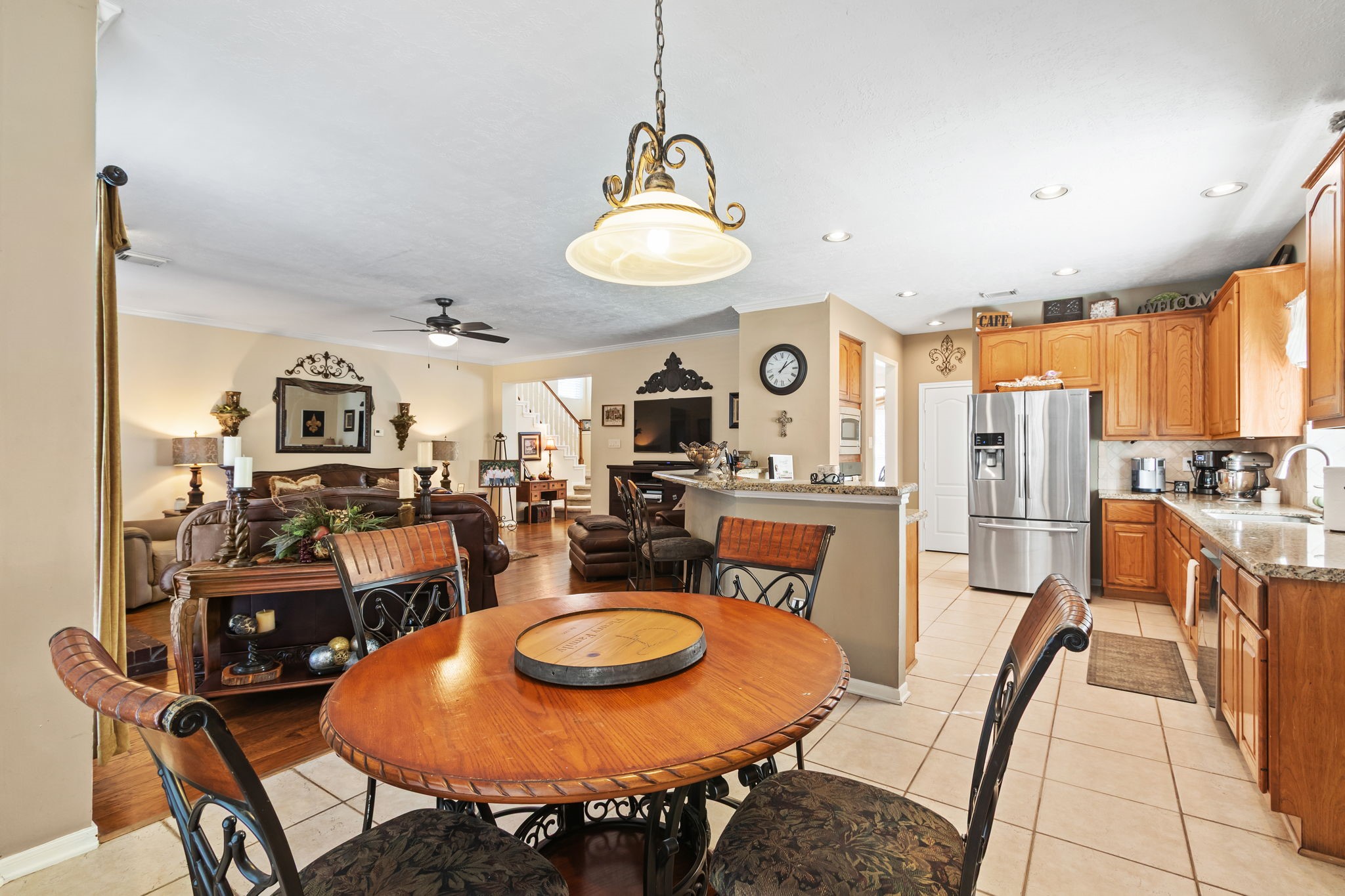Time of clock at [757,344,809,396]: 1:09
